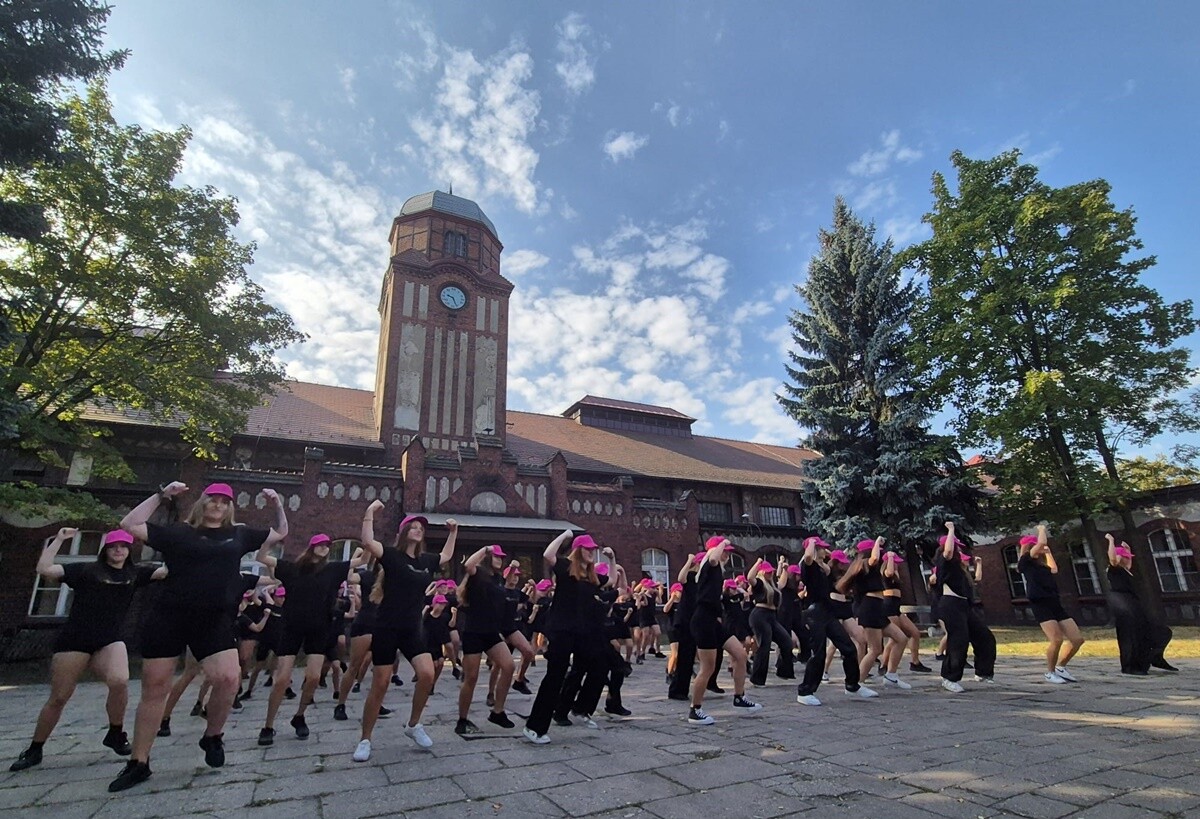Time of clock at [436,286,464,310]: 9:26
